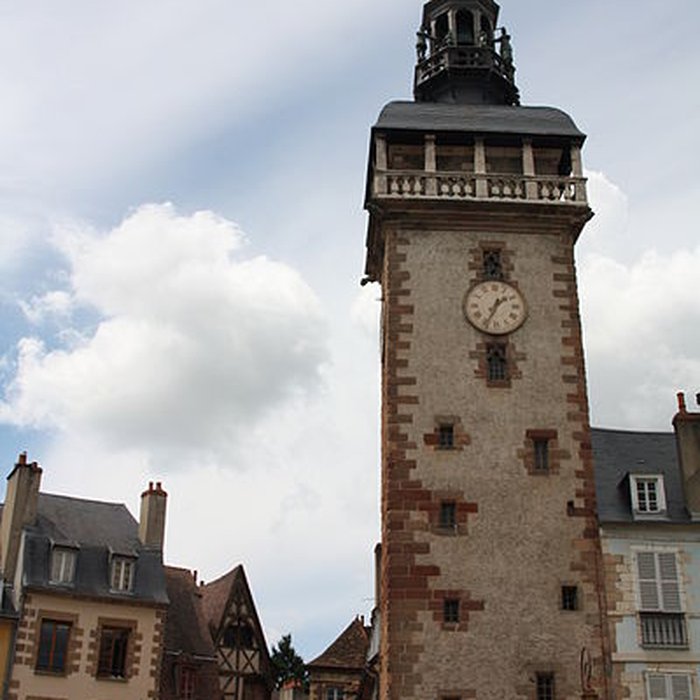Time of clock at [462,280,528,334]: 1:34
